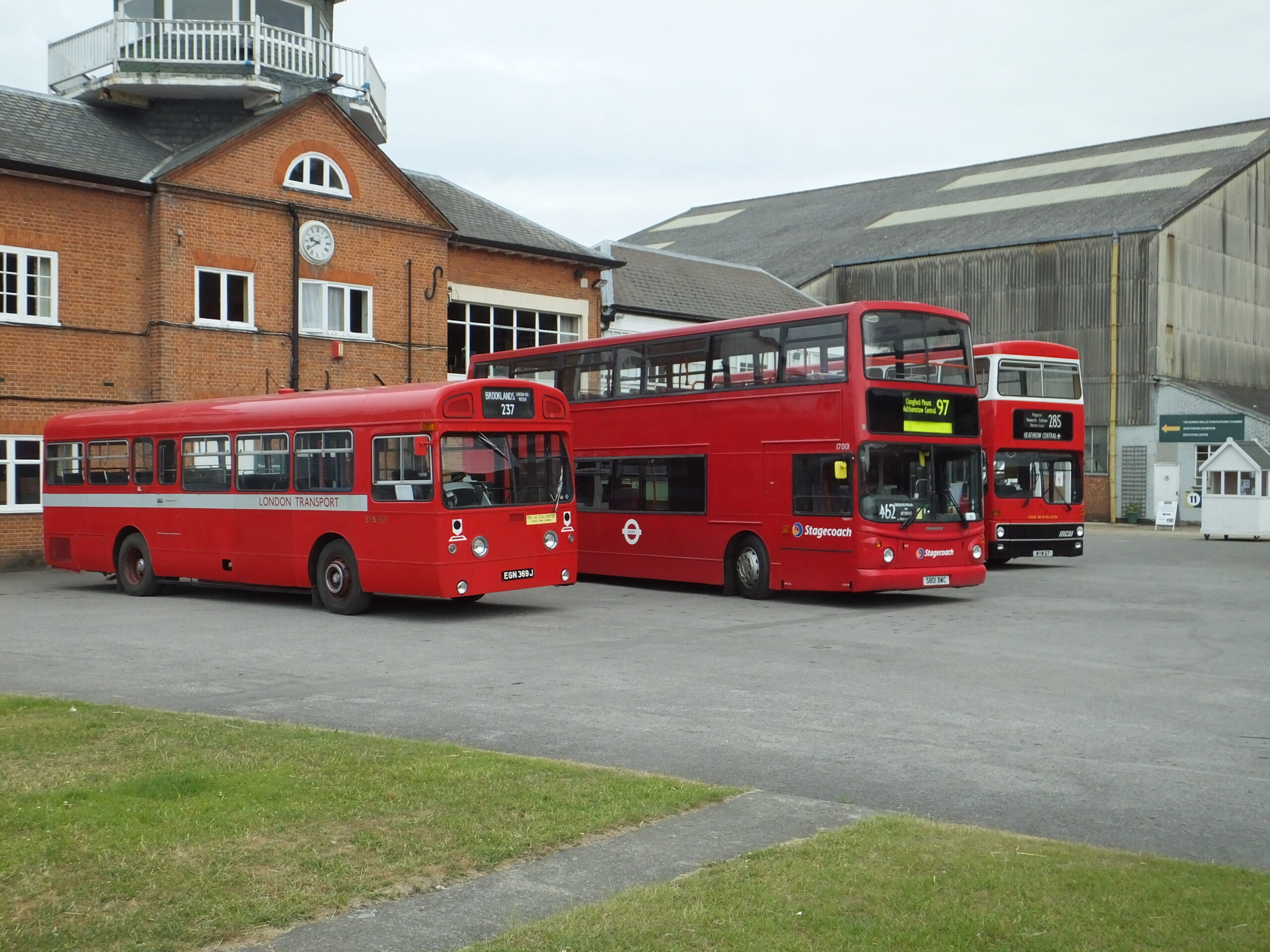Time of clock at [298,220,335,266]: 9:39
